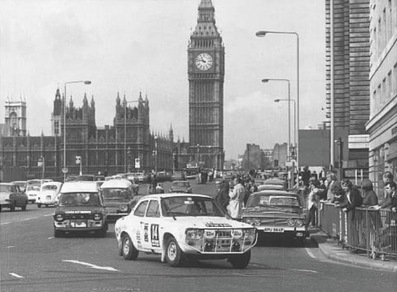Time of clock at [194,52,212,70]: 10:47
